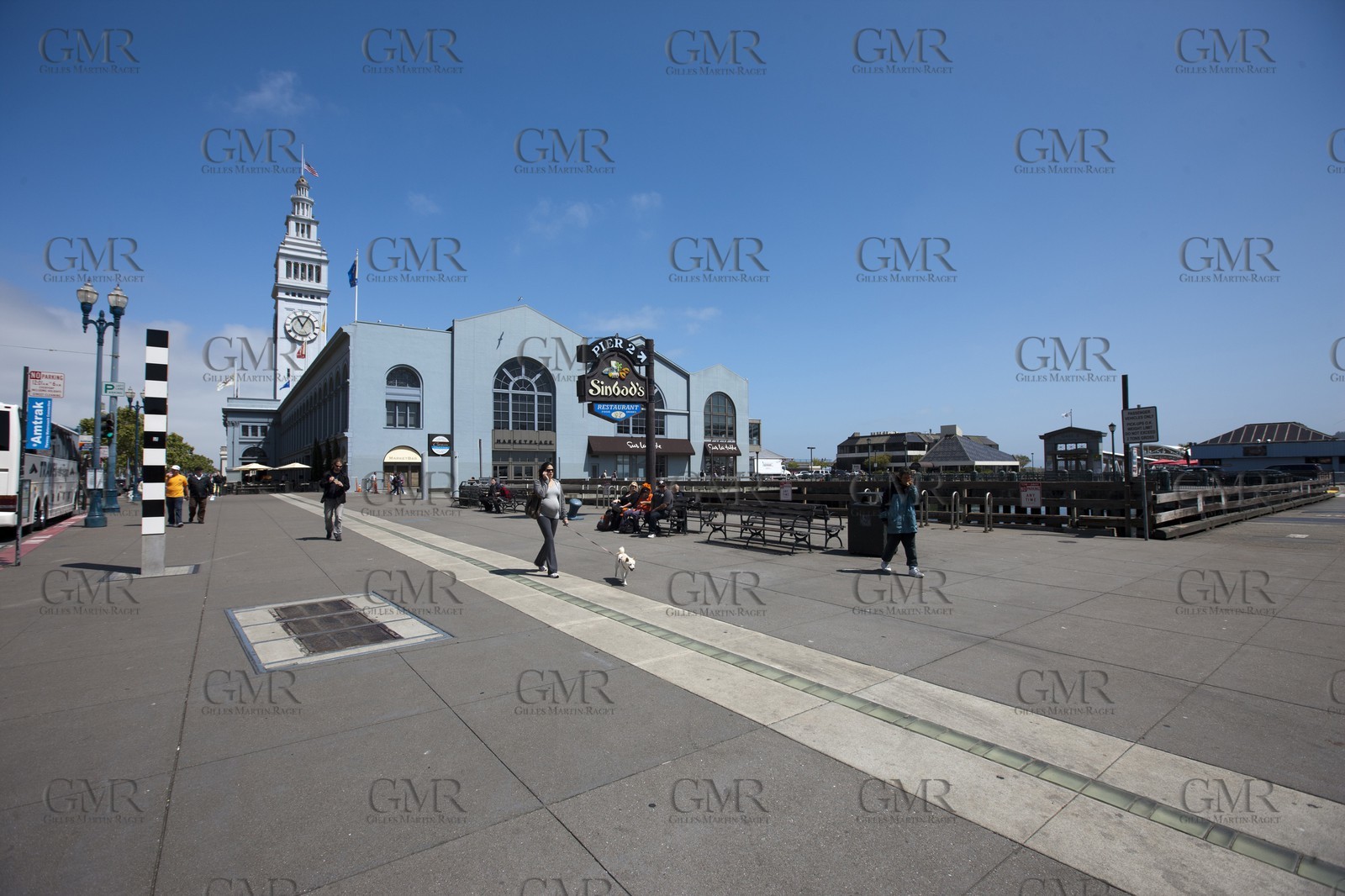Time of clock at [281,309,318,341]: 11:04
